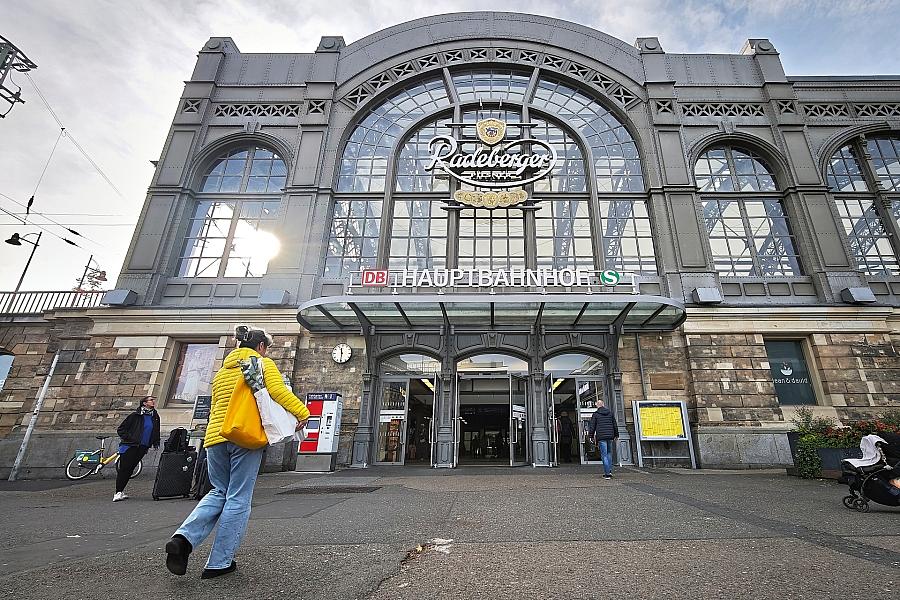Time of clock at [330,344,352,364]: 11:30
